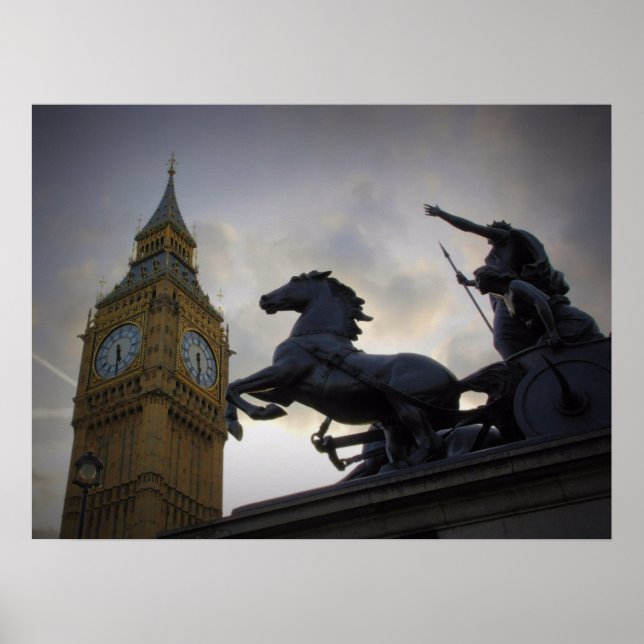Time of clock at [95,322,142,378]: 5:30
